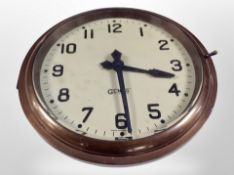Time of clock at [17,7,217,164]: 3:29
